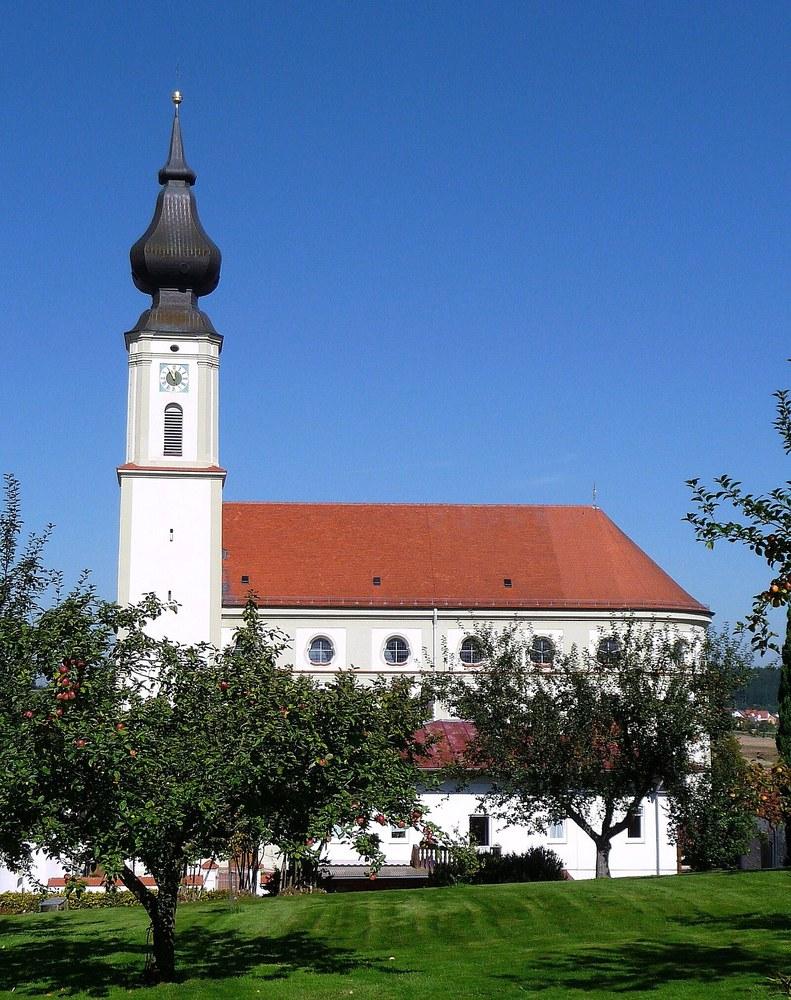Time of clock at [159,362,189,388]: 11:54
